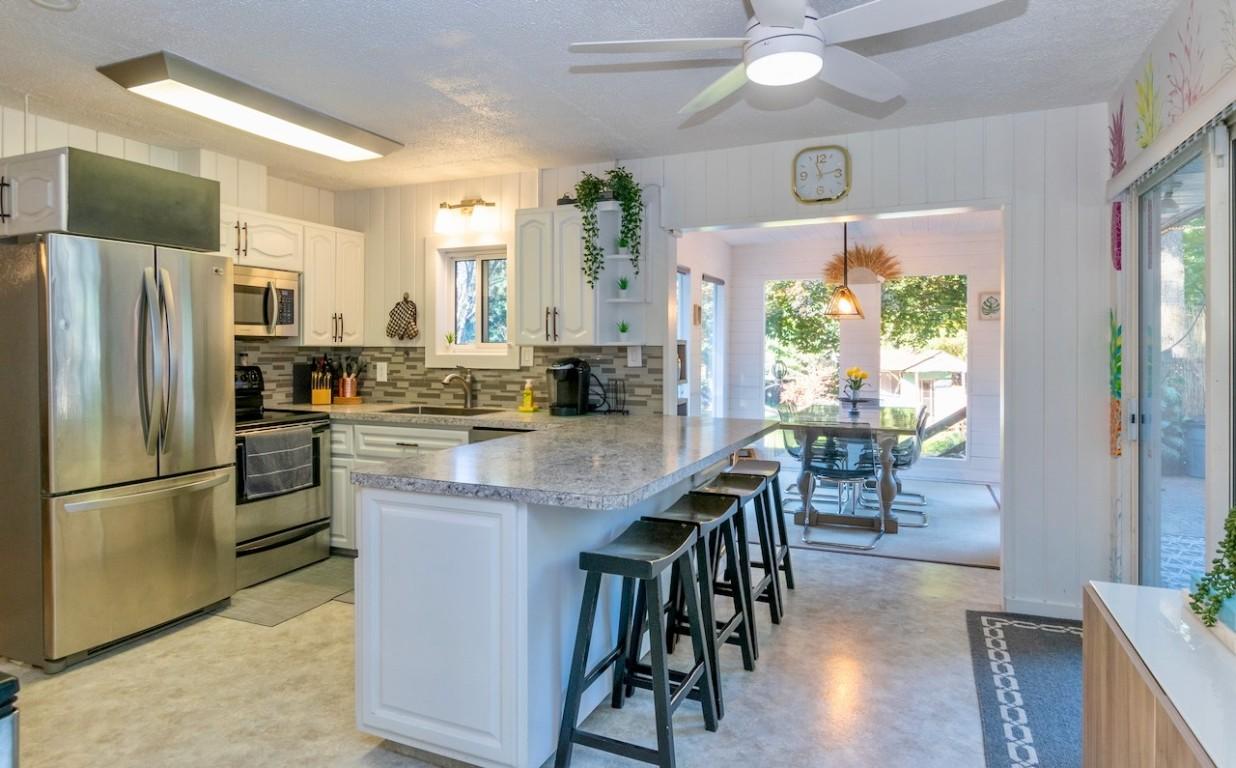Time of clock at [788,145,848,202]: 11:13
